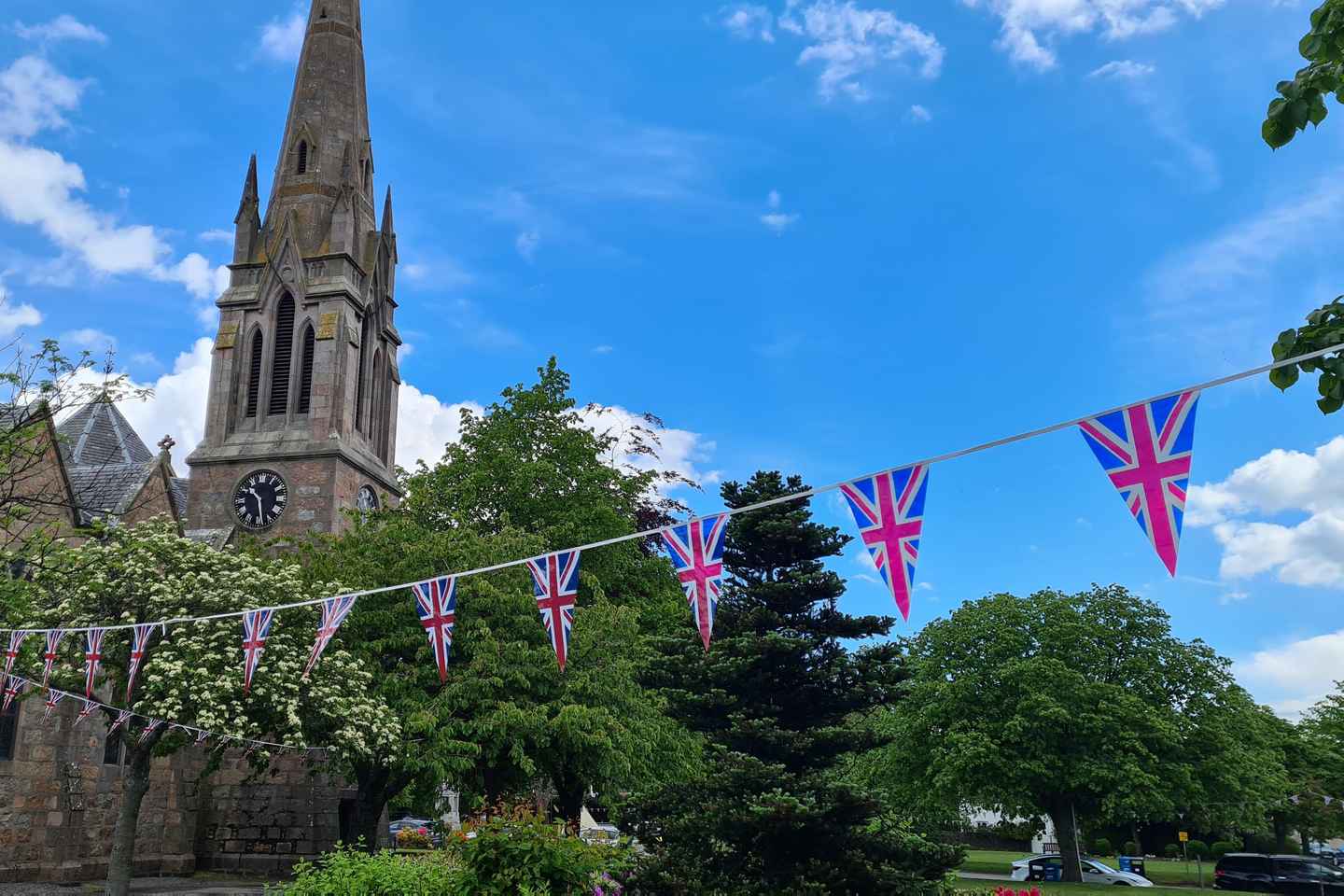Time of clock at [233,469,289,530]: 10:28
